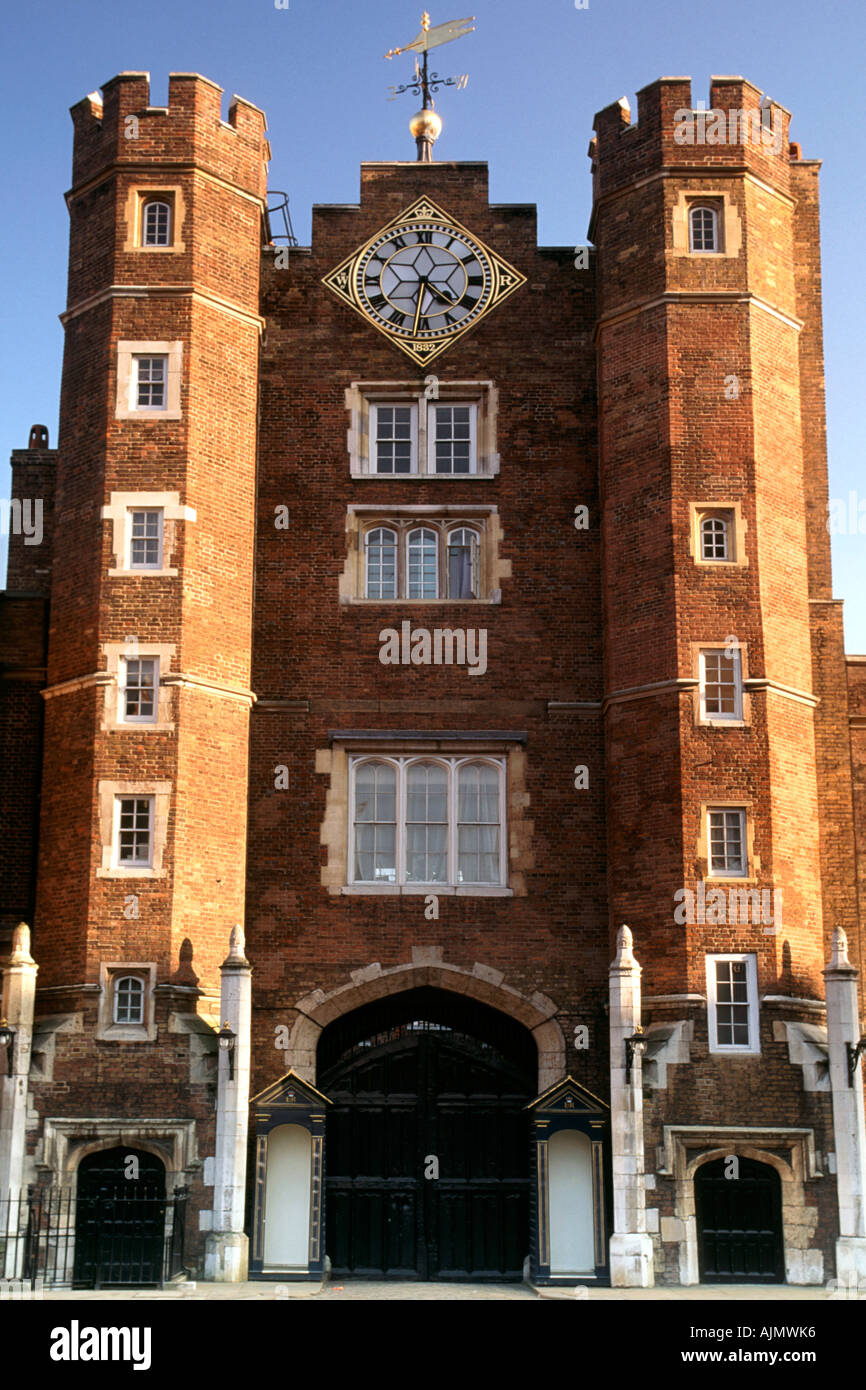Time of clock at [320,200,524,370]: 4:31
